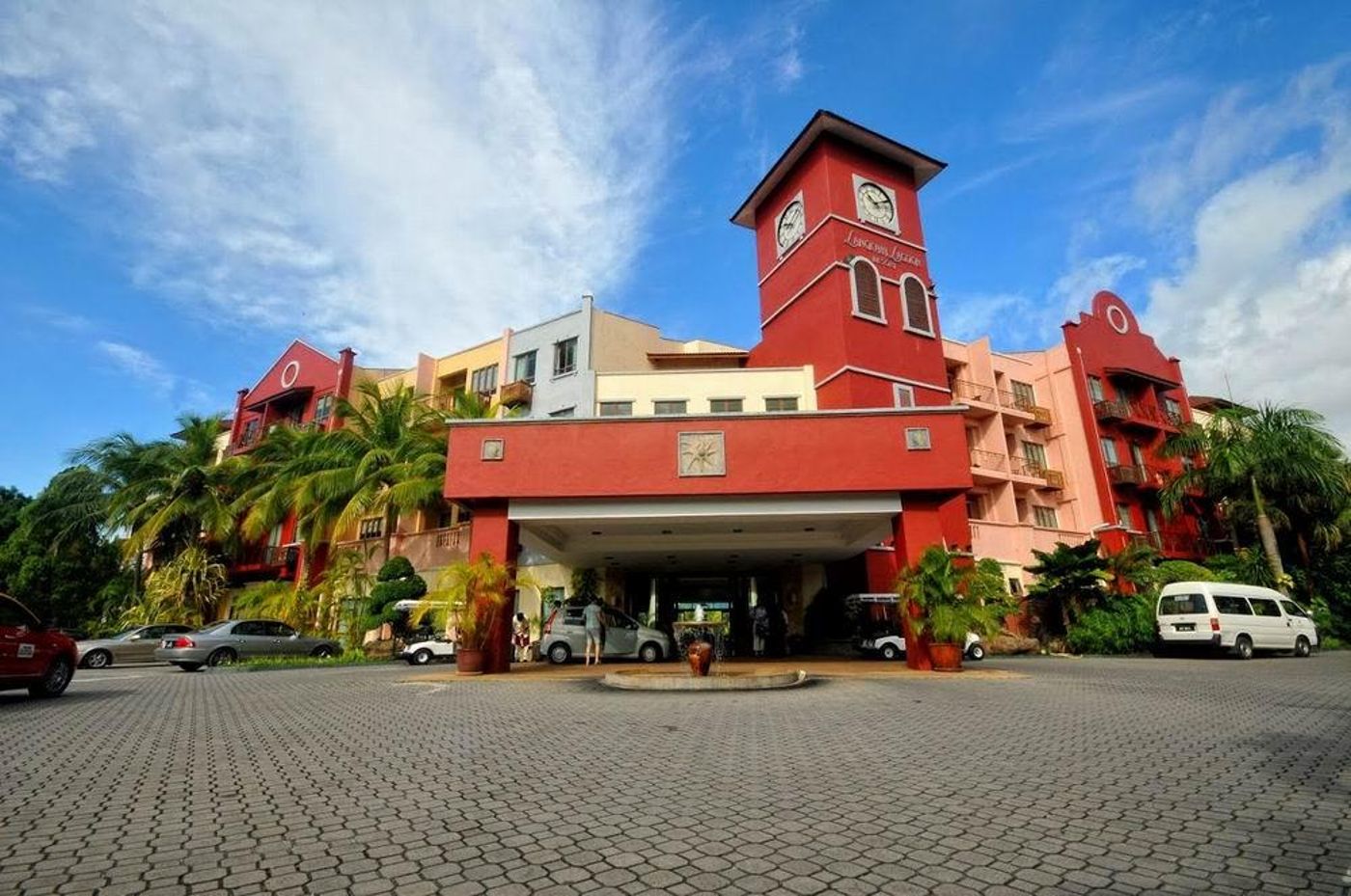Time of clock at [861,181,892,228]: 10:10
